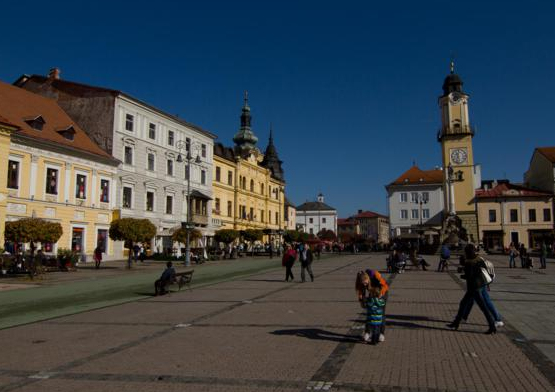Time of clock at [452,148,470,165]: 11:32
